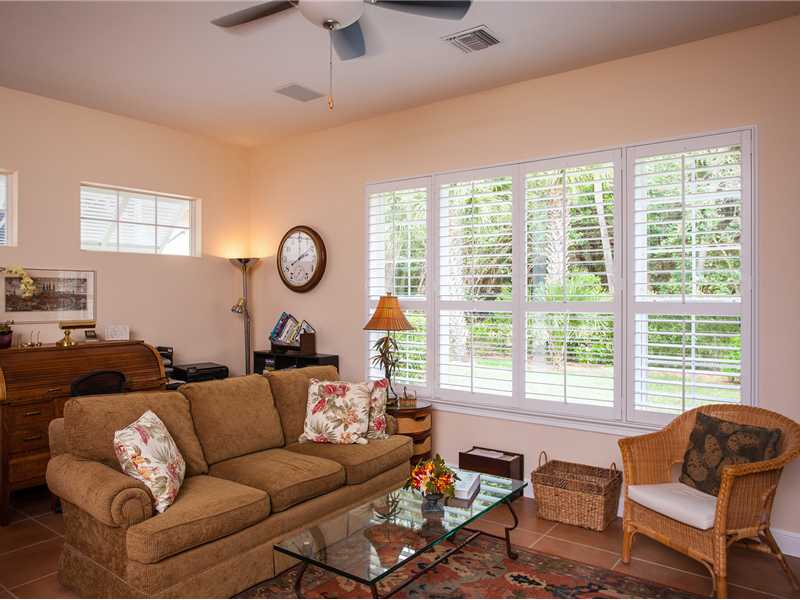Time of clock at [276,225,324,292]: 7:59
